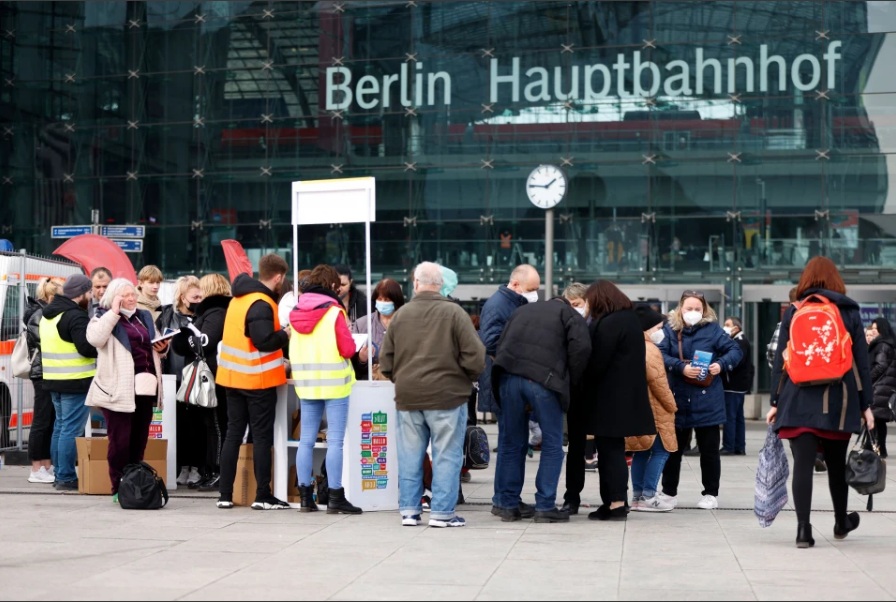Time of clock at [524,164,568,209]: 1:45
